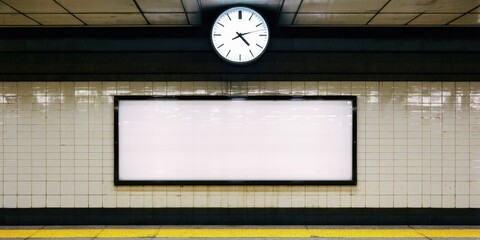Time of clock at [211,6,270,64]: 4:12
